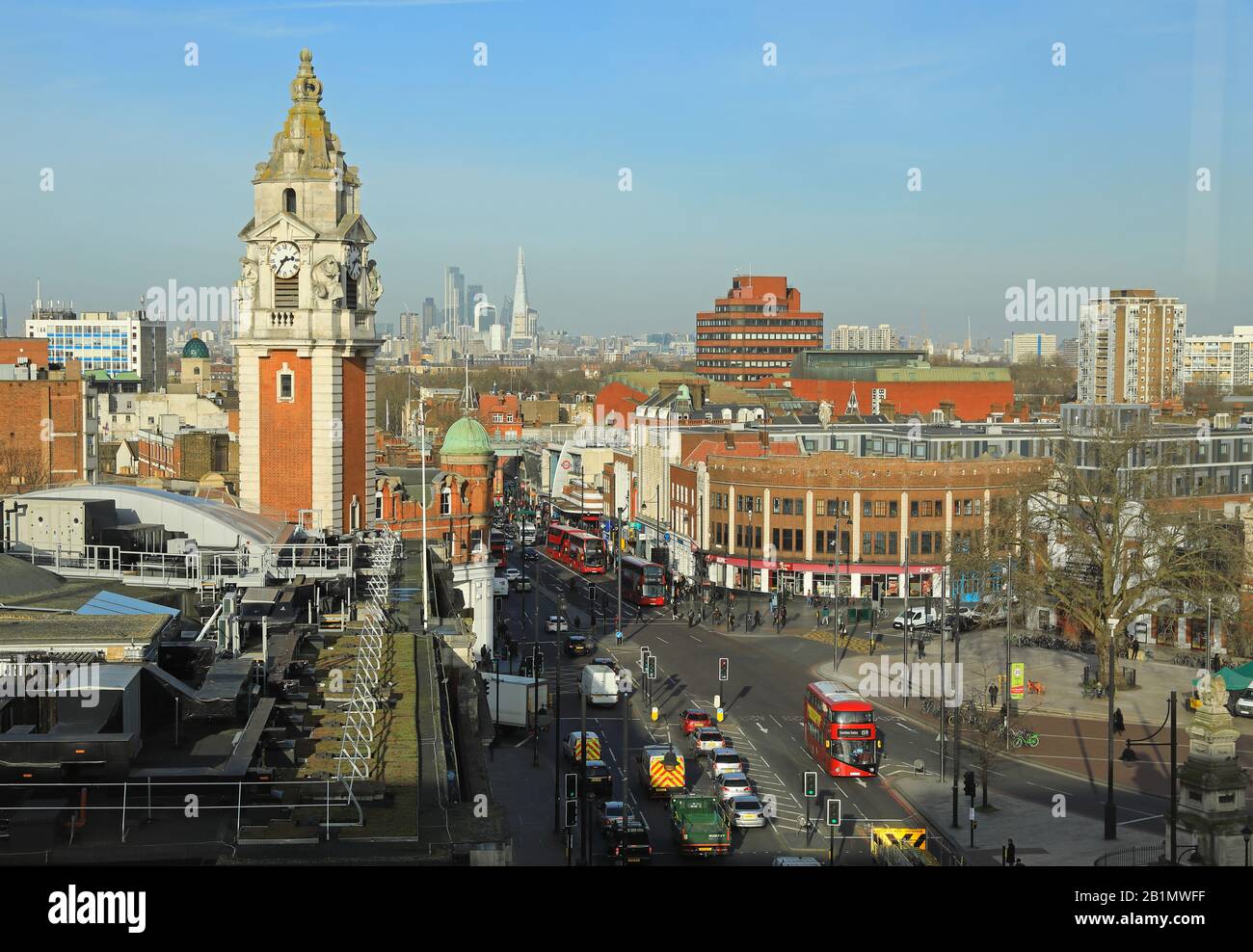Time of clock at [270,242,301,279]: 2:35
